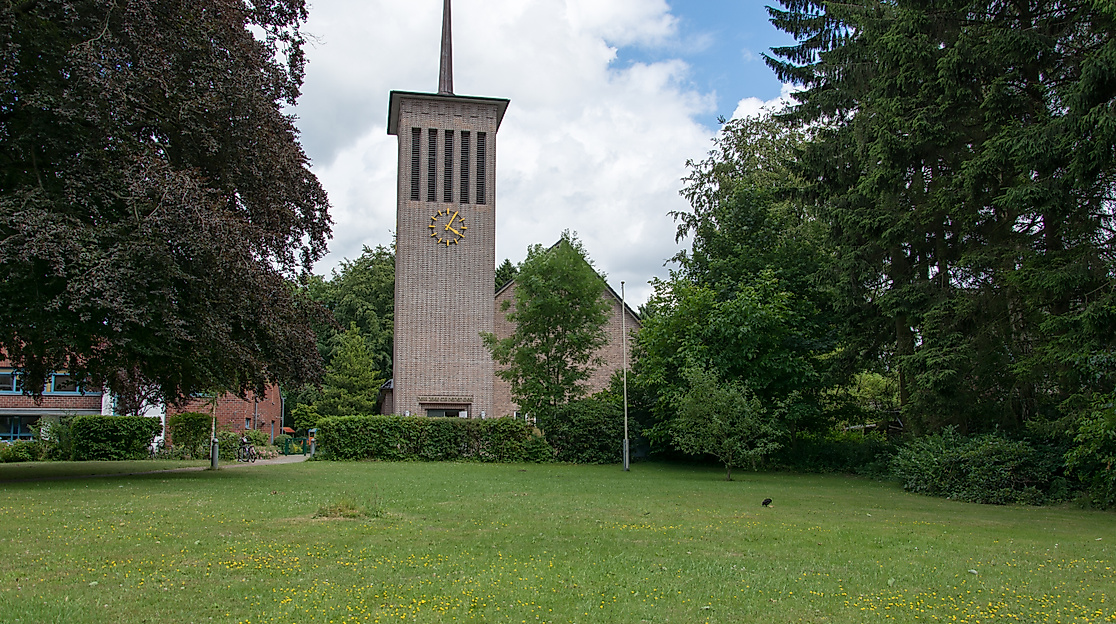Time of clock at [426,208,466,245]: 4:04
